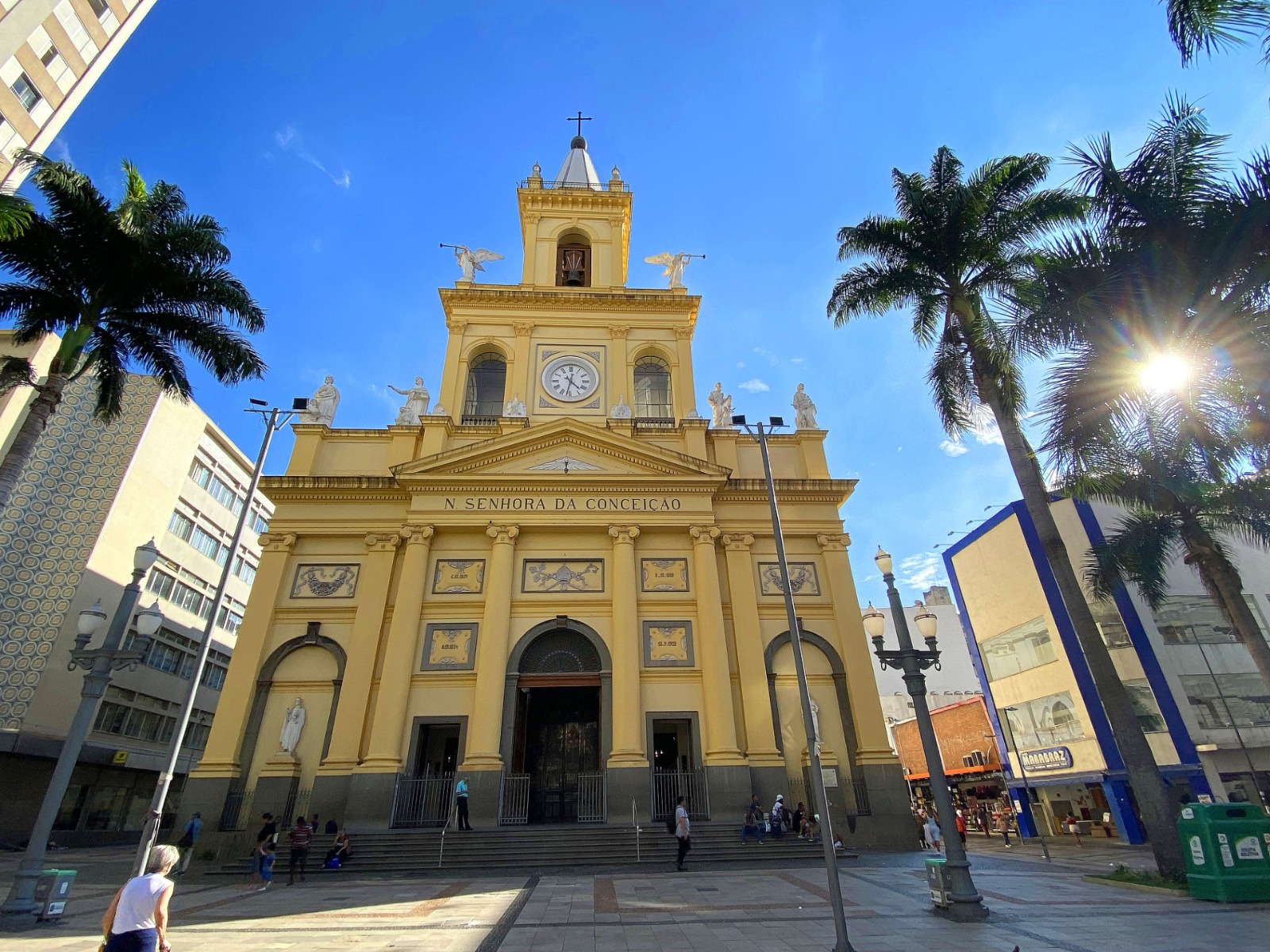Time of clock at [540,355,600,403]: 4:31
